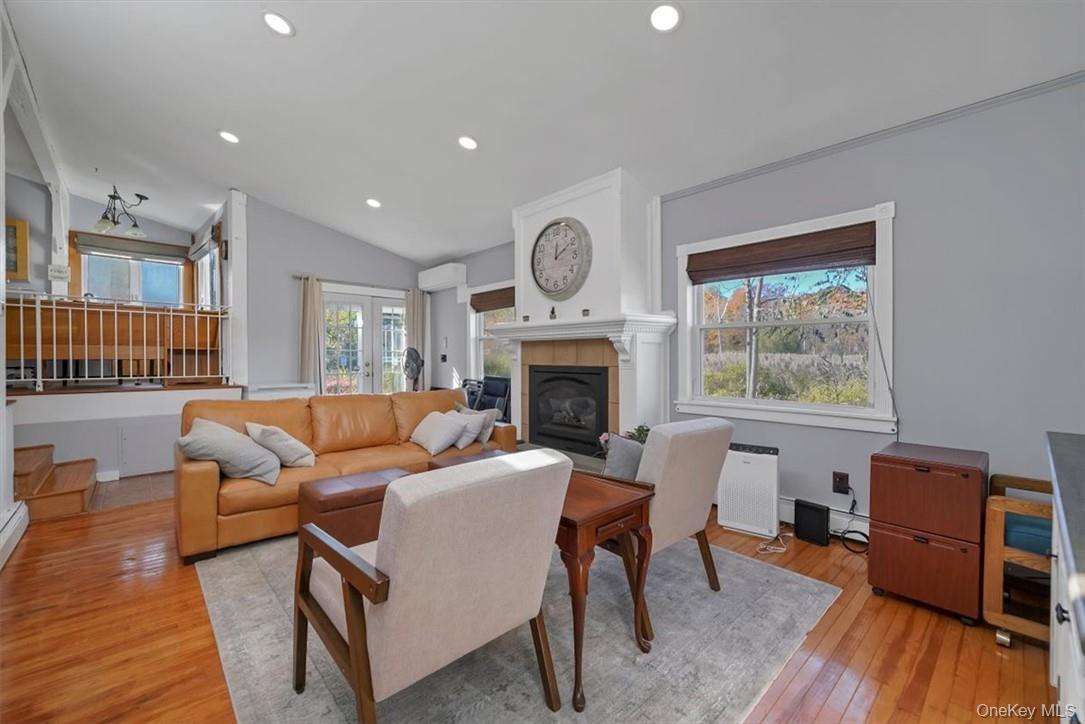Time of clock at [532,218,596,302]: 12:09
